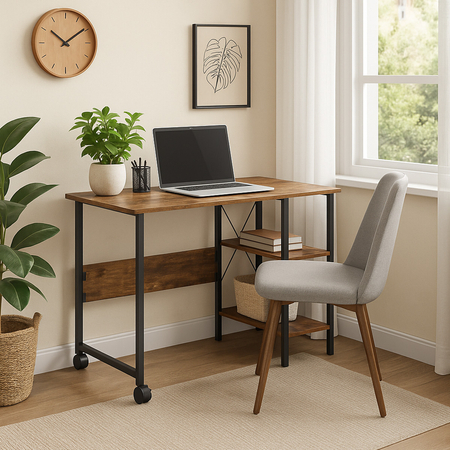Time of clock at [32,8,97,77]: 10:09
